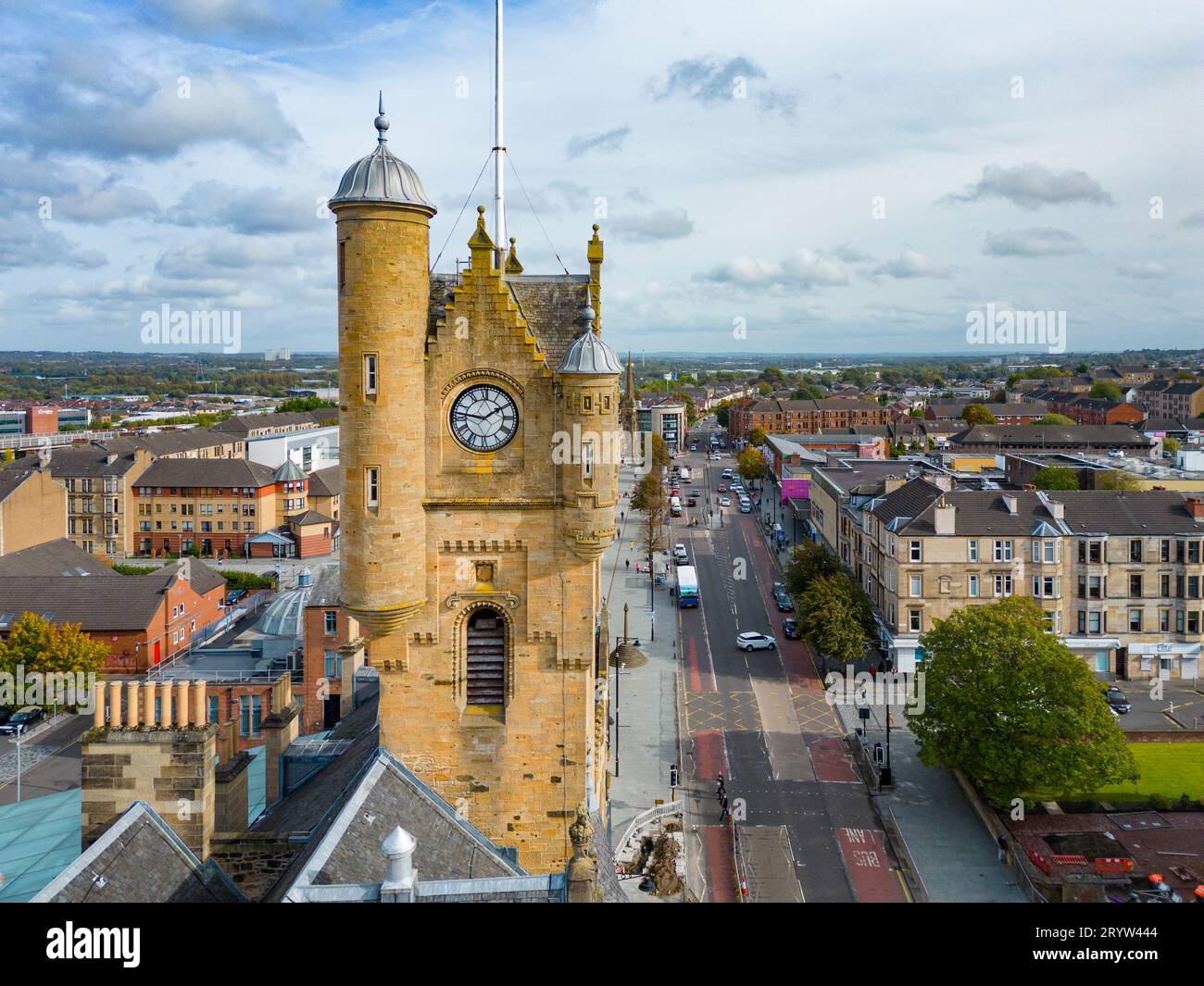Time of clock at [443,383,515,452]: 1:46
